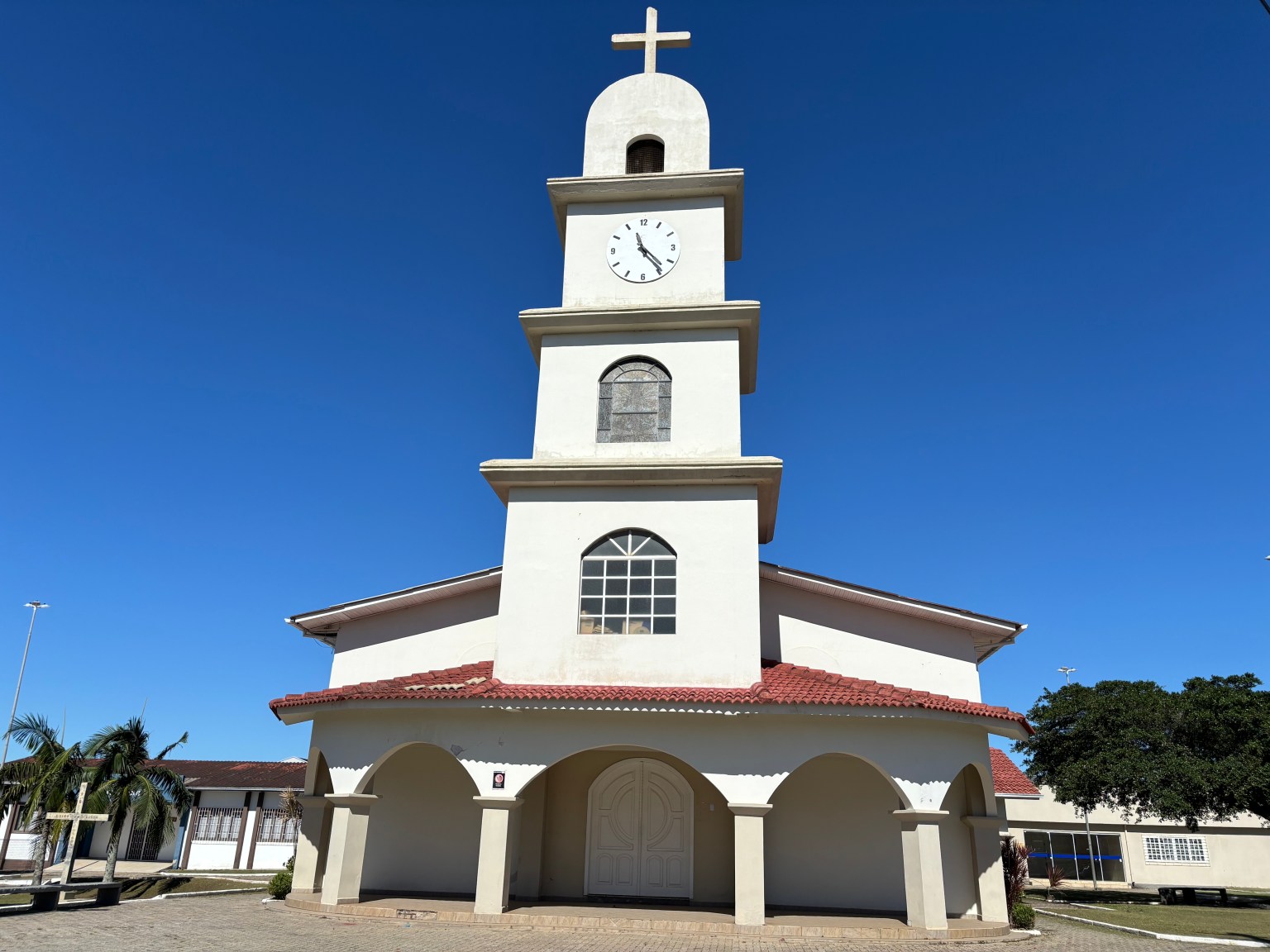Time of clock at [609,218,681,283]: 11:23
